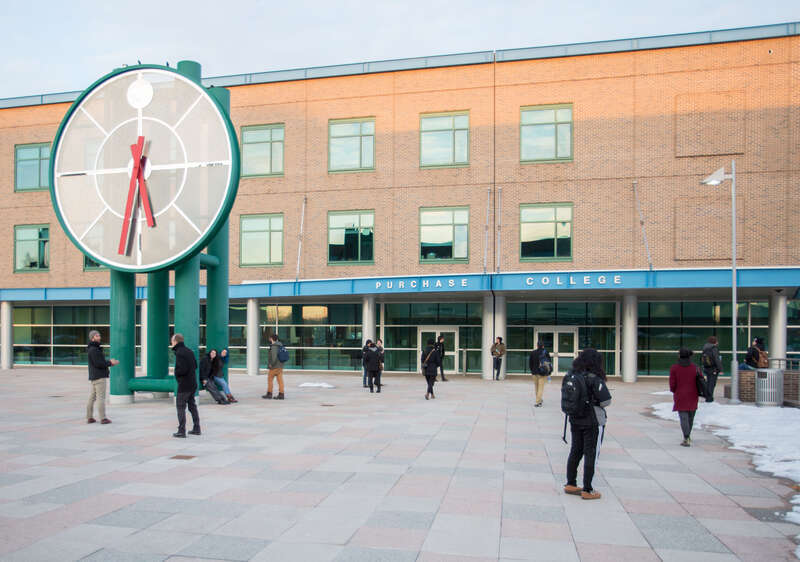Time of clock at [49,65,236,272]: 5:31
